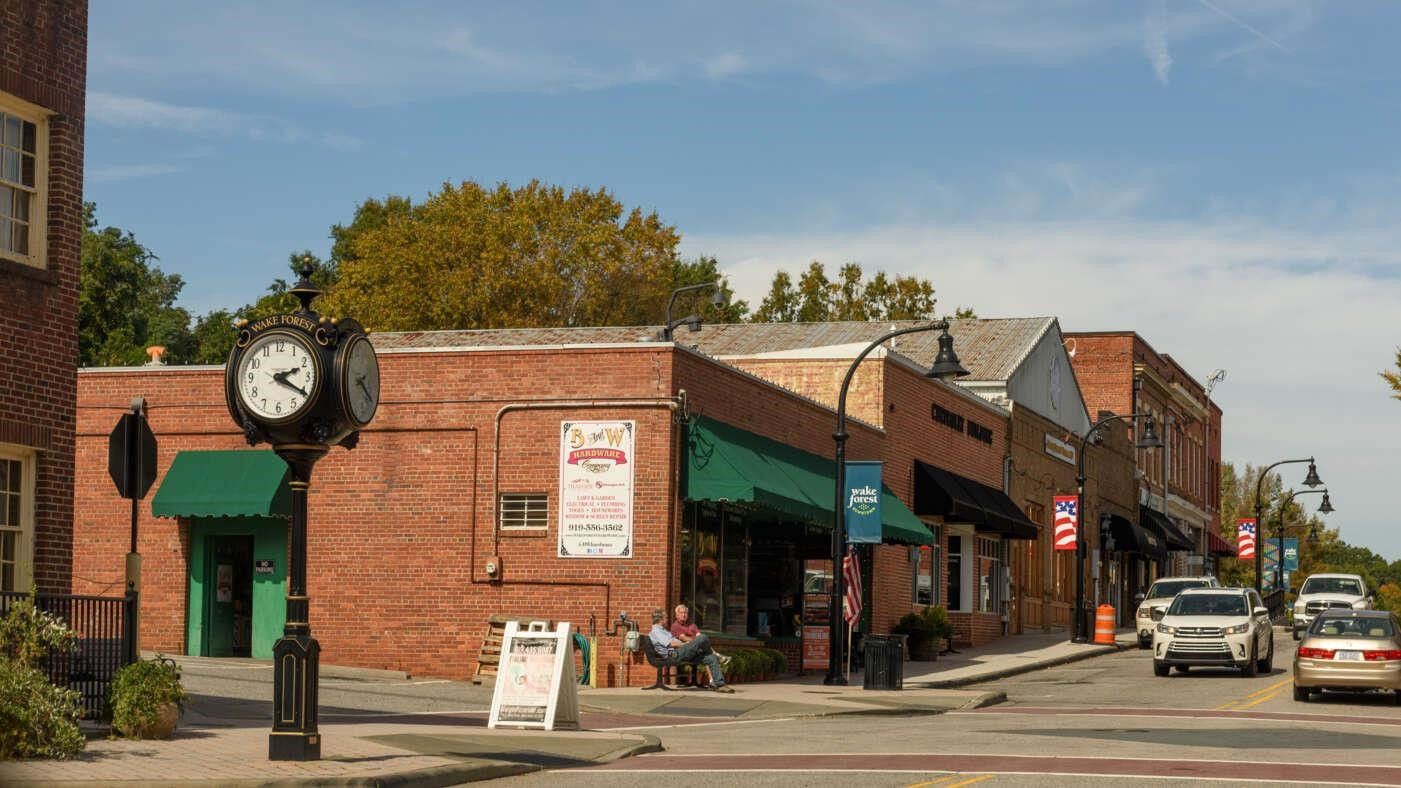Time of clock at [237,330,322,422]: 2:20
